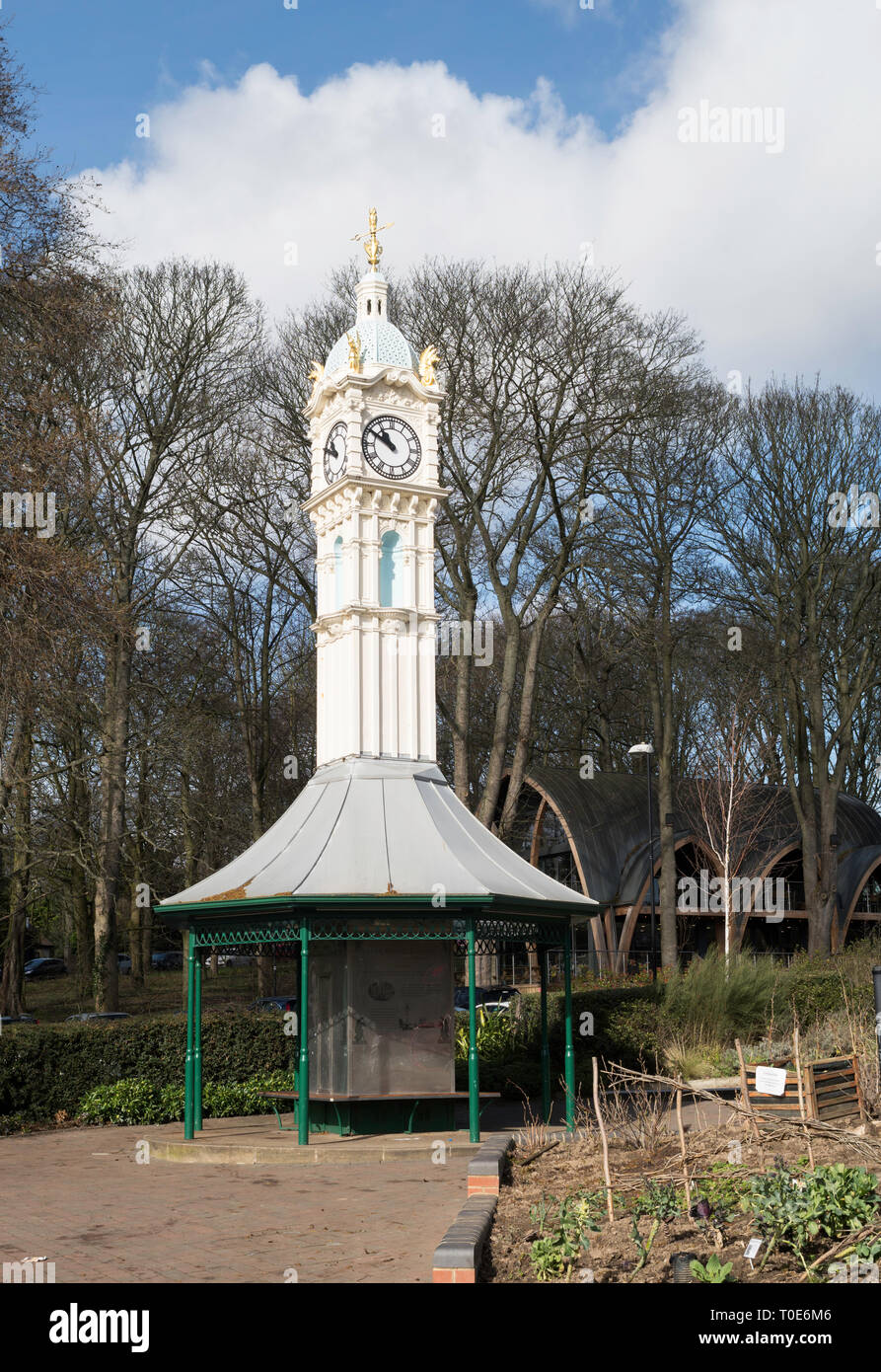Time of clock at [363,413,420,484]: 10:50
